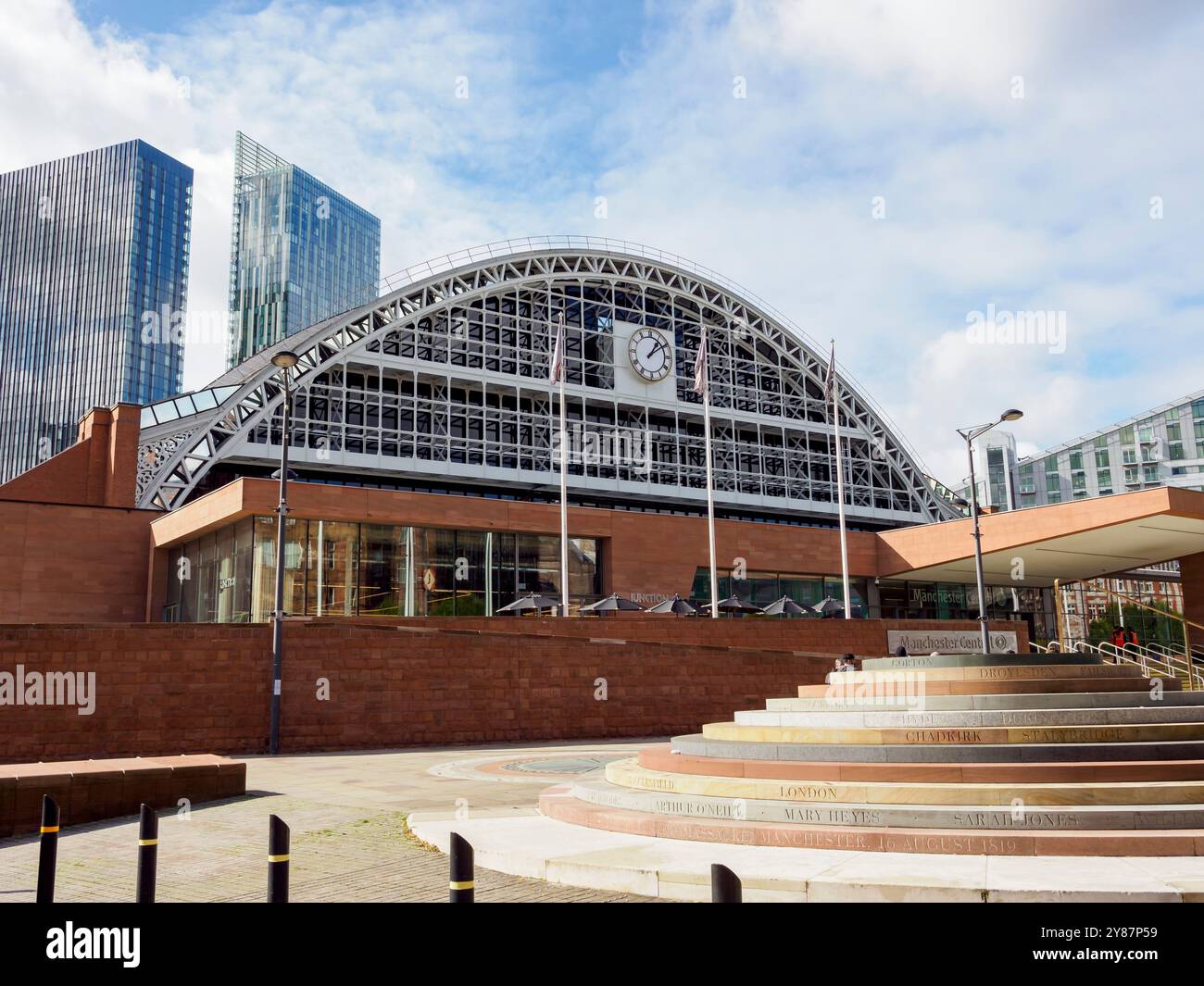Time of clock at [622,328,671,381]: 1:09
